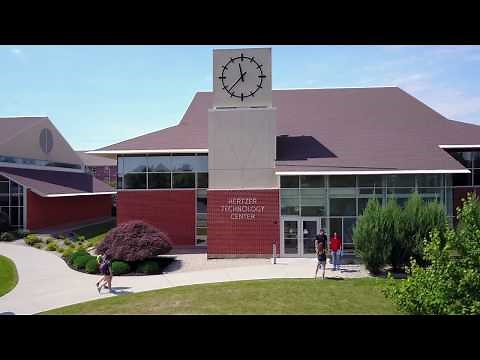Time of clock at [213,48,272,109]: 11:37
